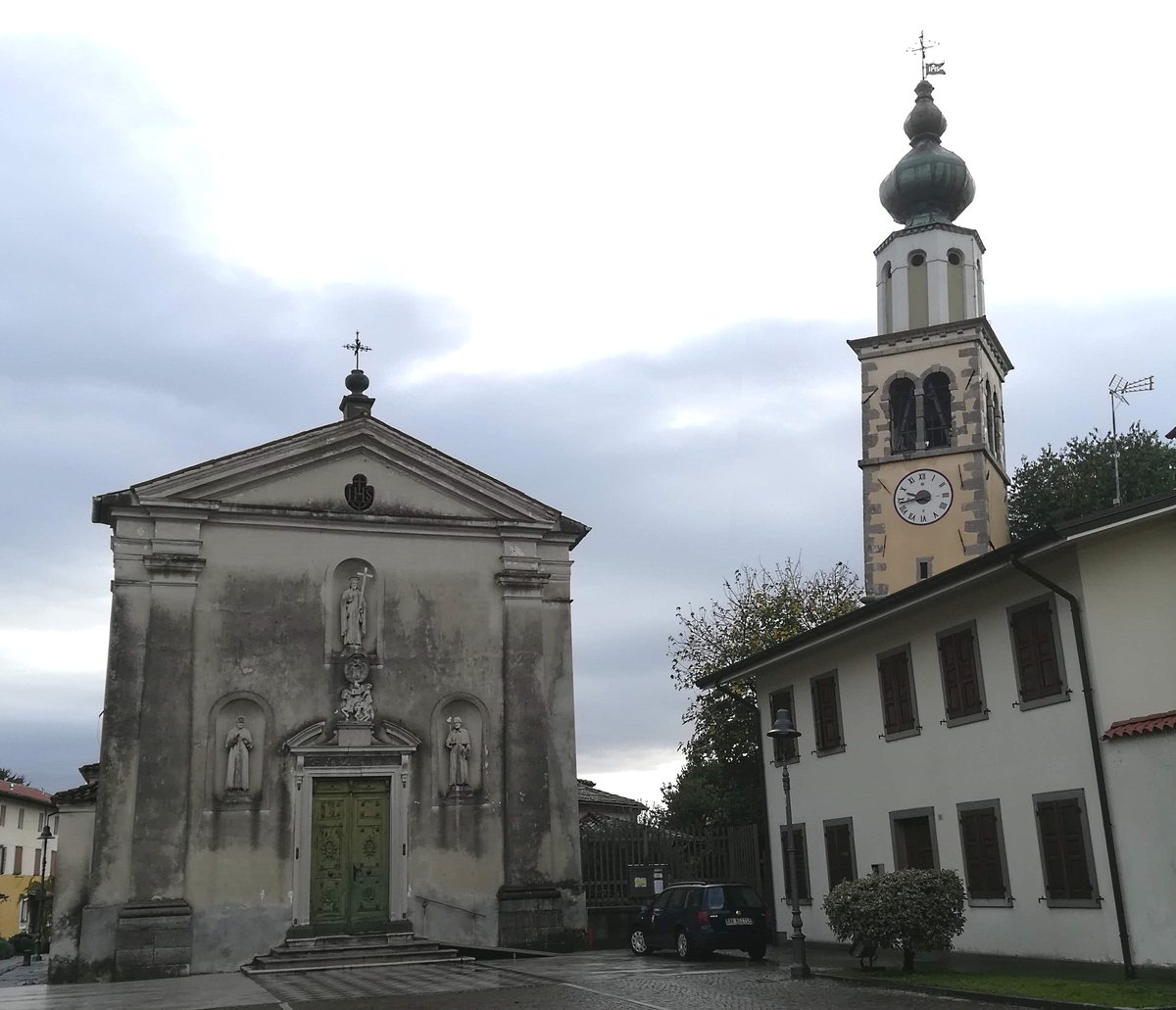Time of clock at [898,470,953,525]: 9:43
